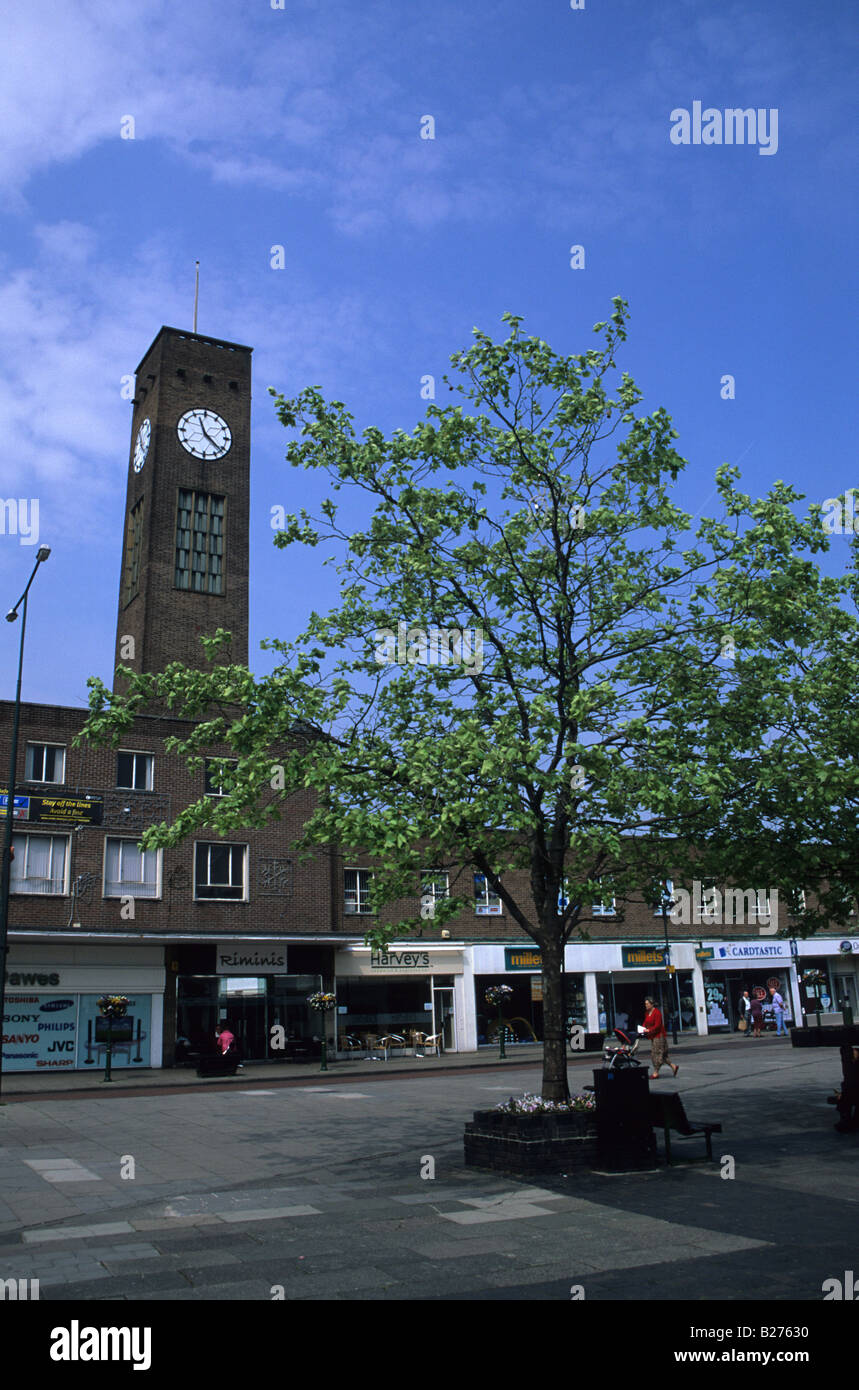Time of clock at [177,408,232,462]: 11:21
